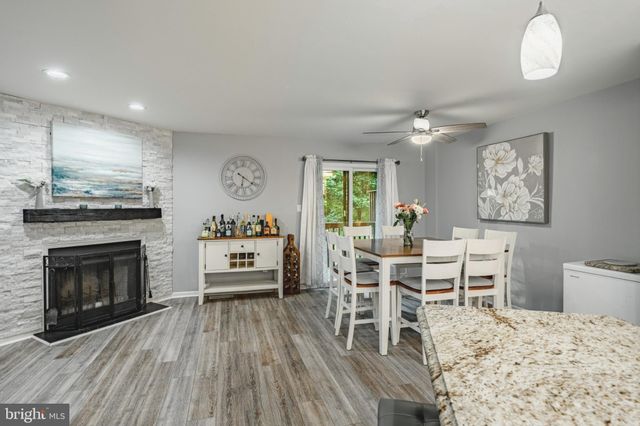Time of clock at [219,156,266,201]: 6:20
